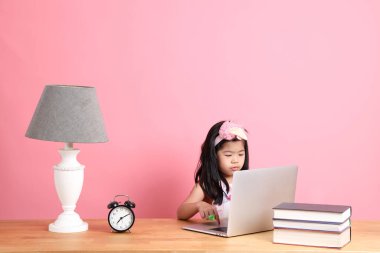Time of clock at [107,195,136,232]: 7:10
